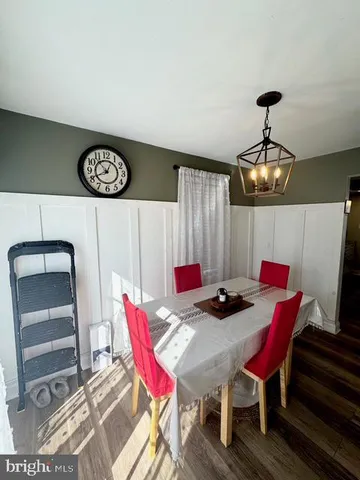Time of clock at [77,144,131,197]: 12:53
